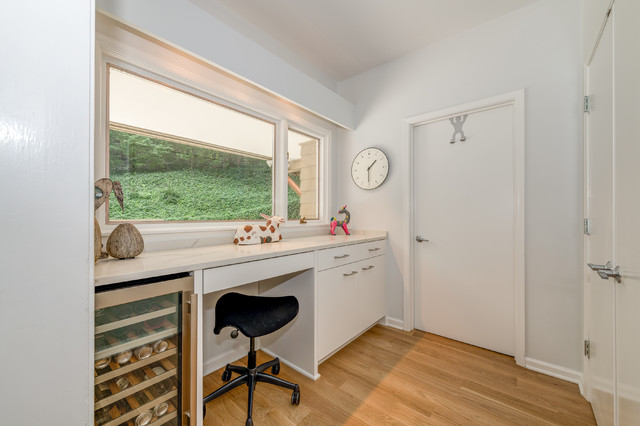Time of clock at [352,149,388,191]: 1:30
